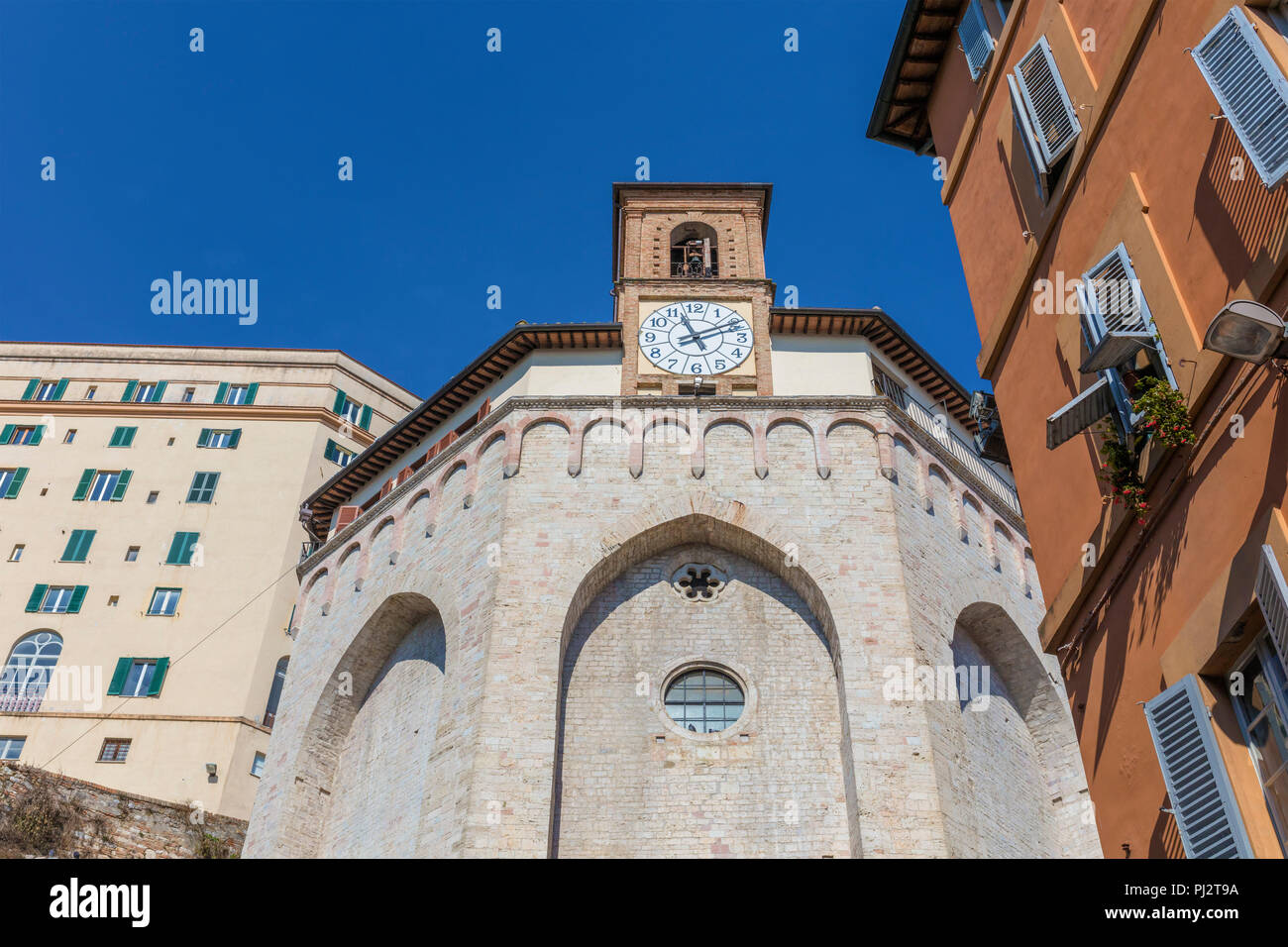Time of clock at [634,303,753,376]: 11:10
